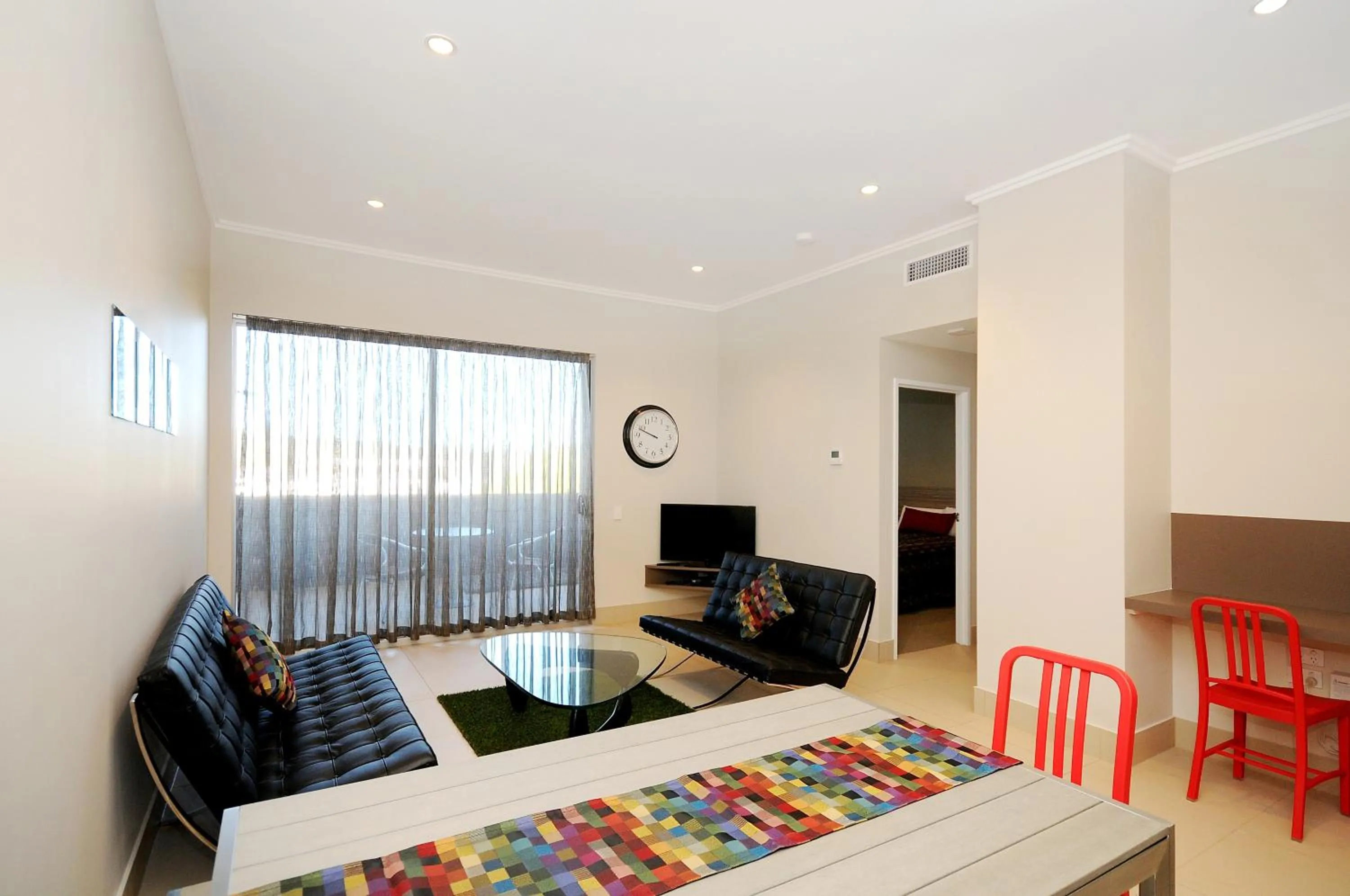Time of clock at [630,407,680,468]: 9:48
